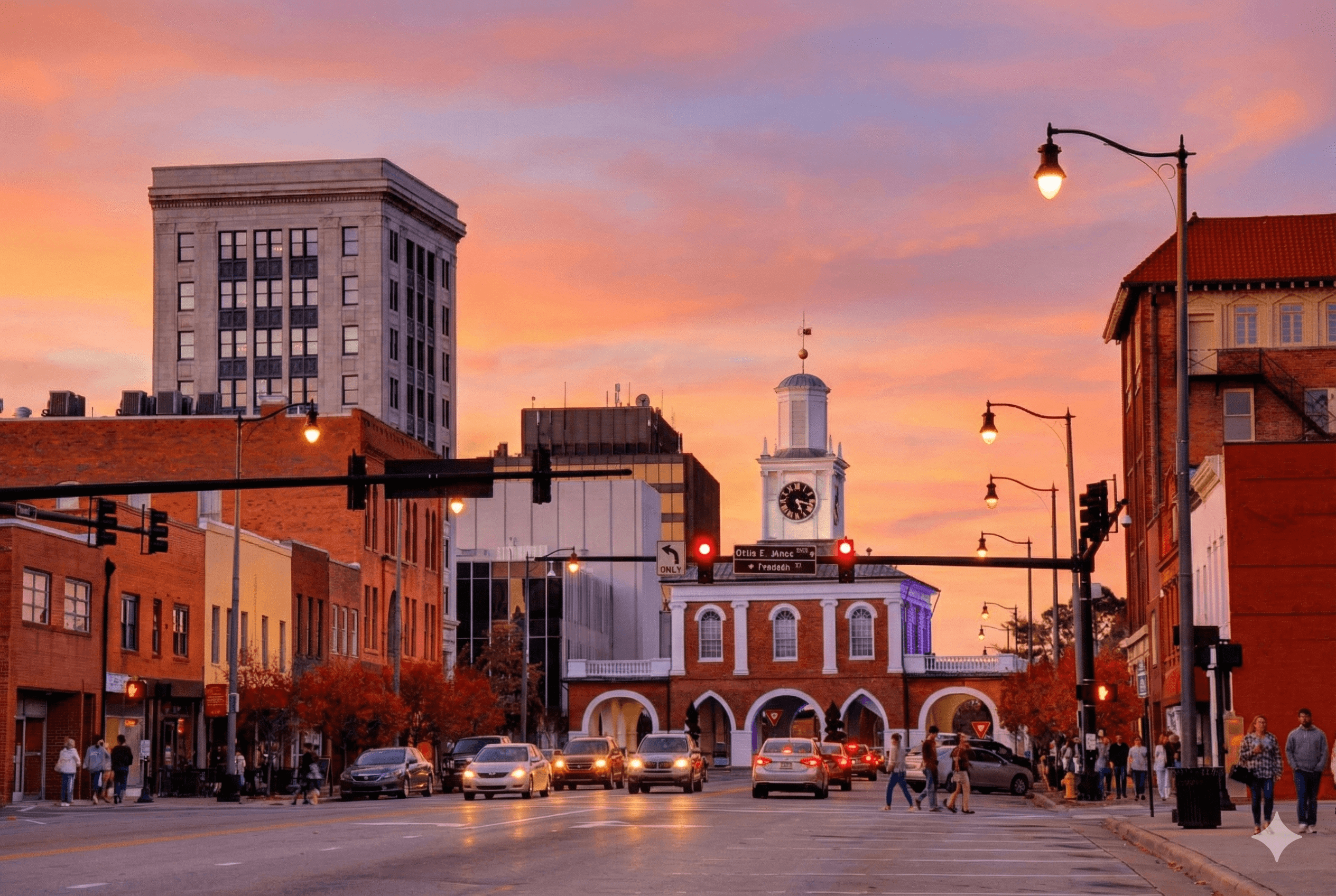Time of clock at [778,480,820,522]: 5:17
